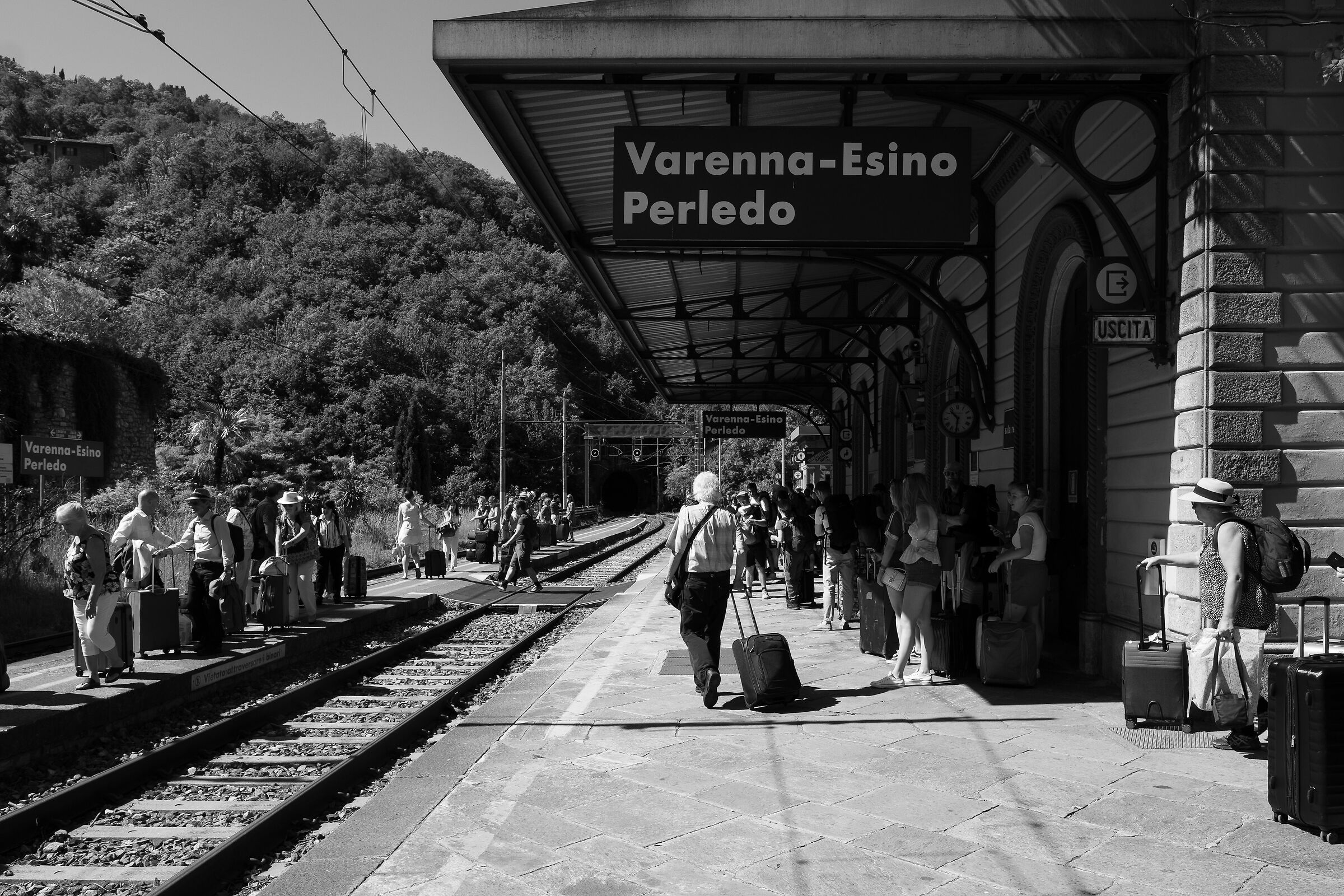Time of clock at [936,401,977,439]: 10:31
